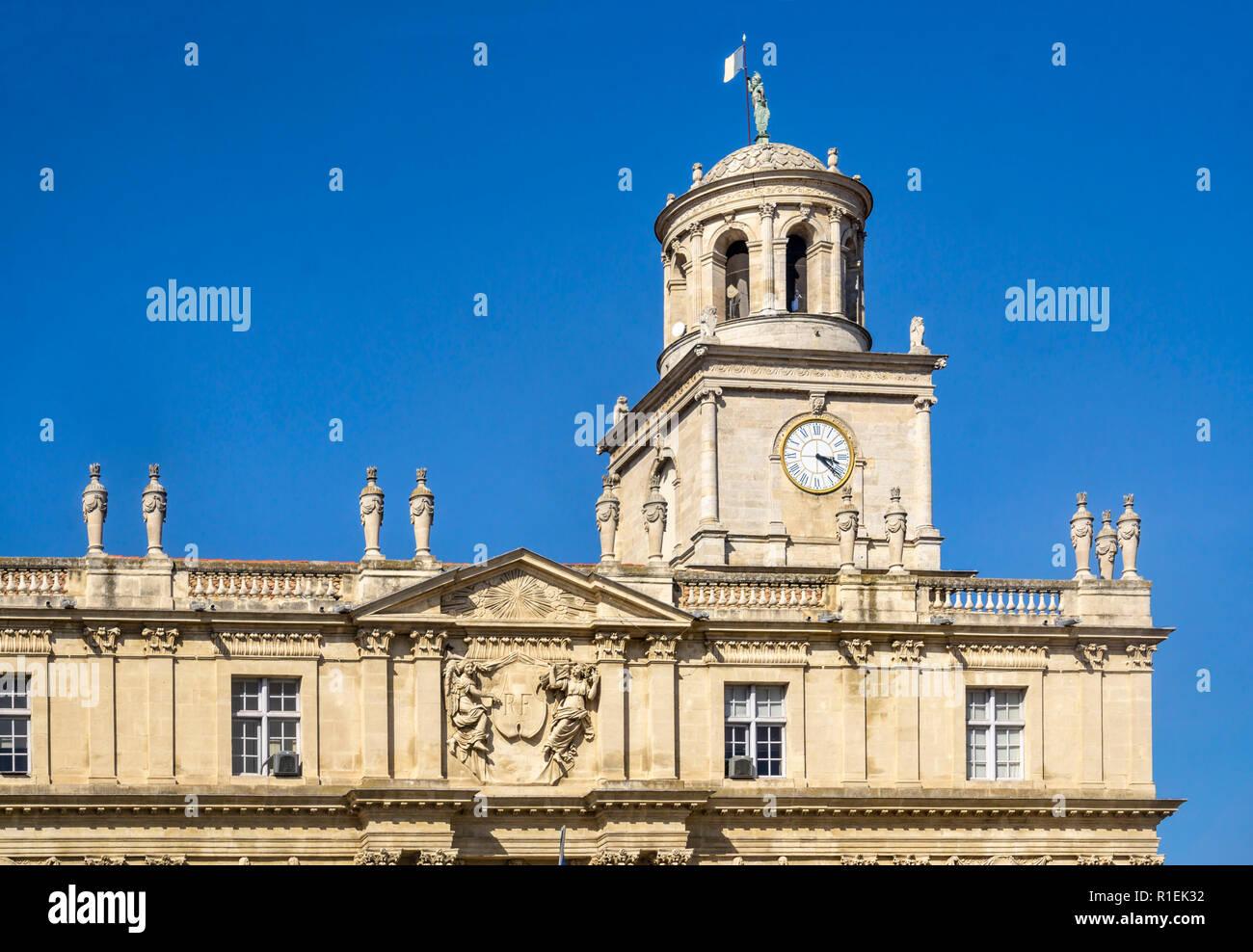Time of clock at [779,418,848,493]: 3:21
